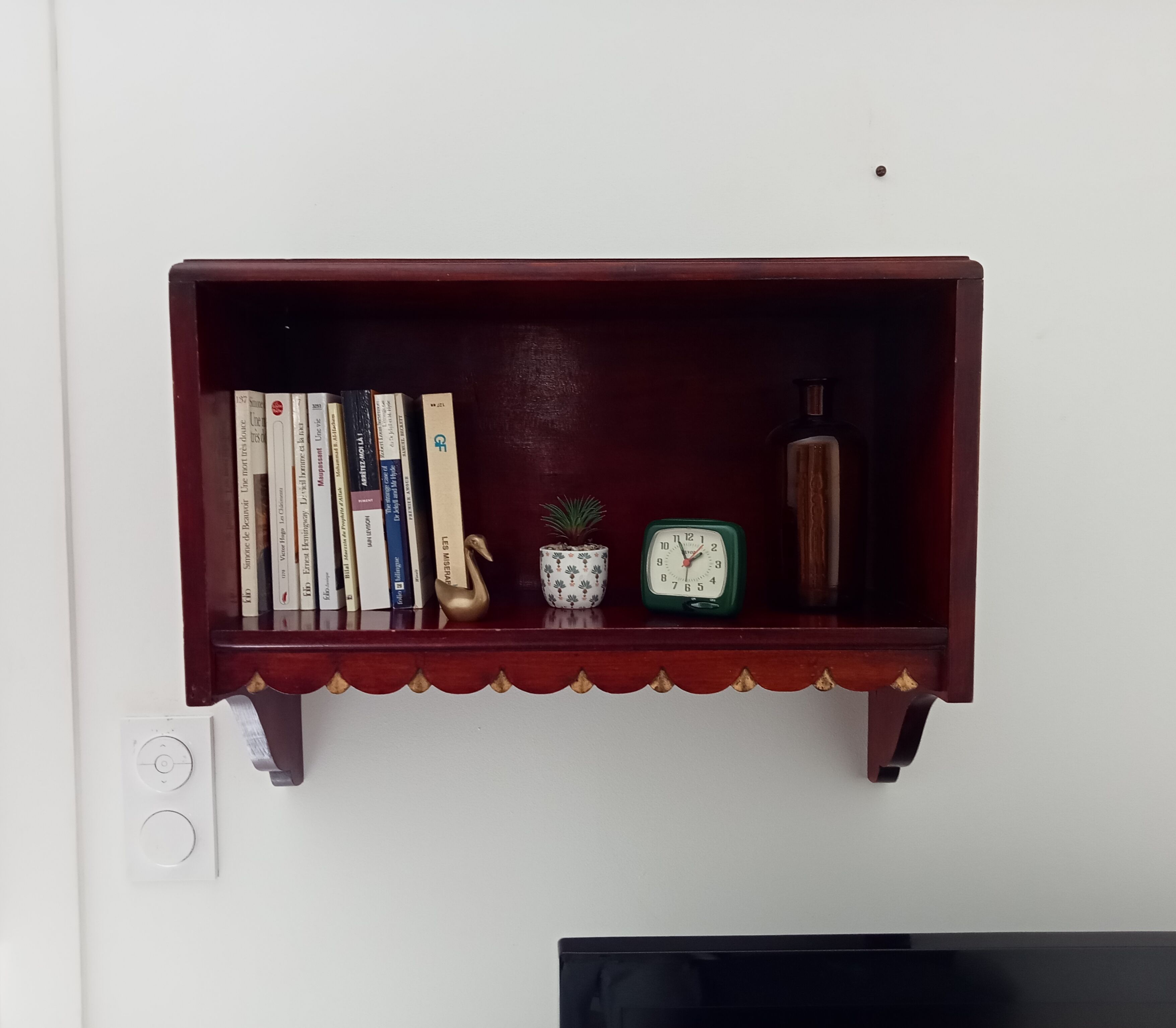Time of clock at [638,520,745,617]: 1:56
